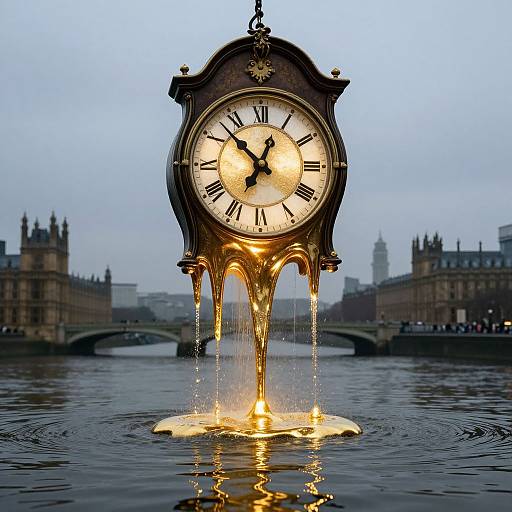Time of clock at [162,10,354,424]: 12:52
